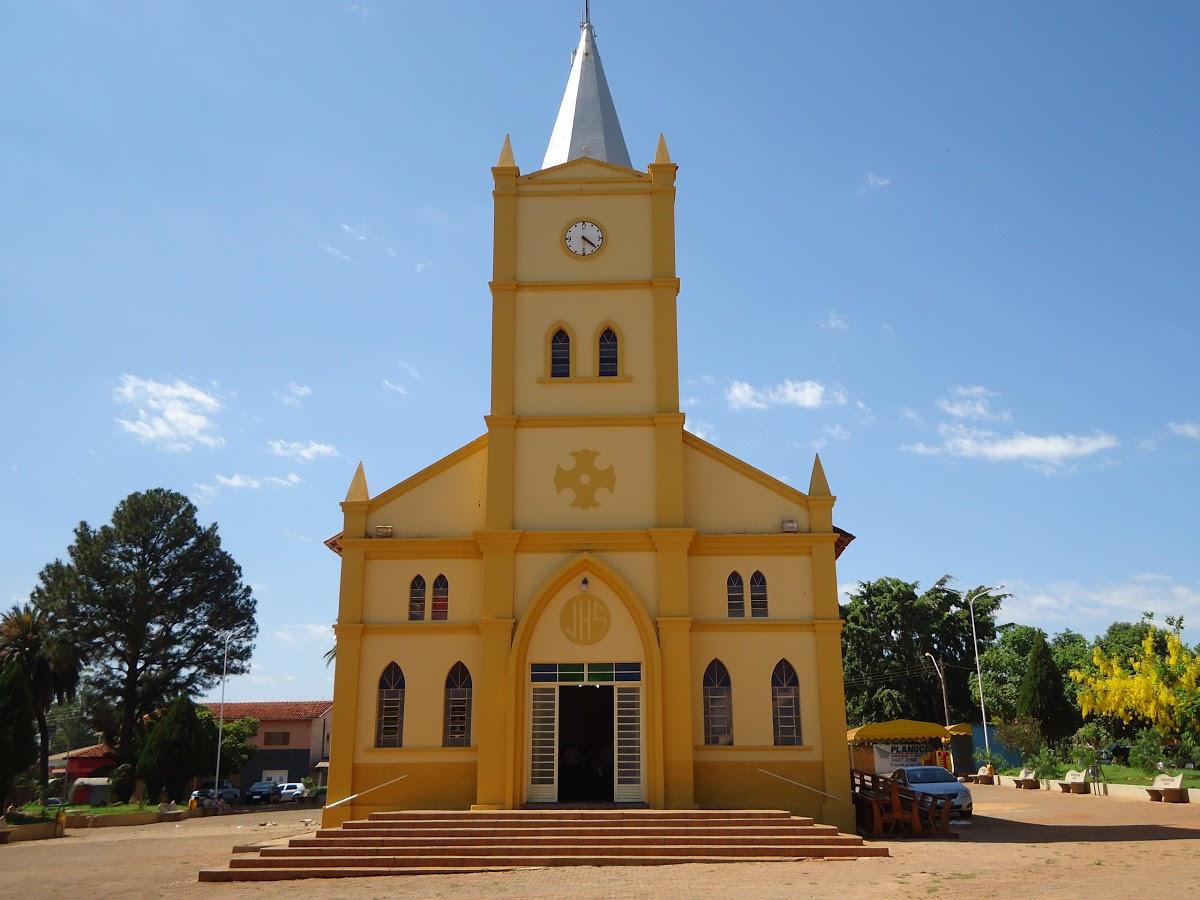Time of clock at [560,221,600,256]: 4:21
